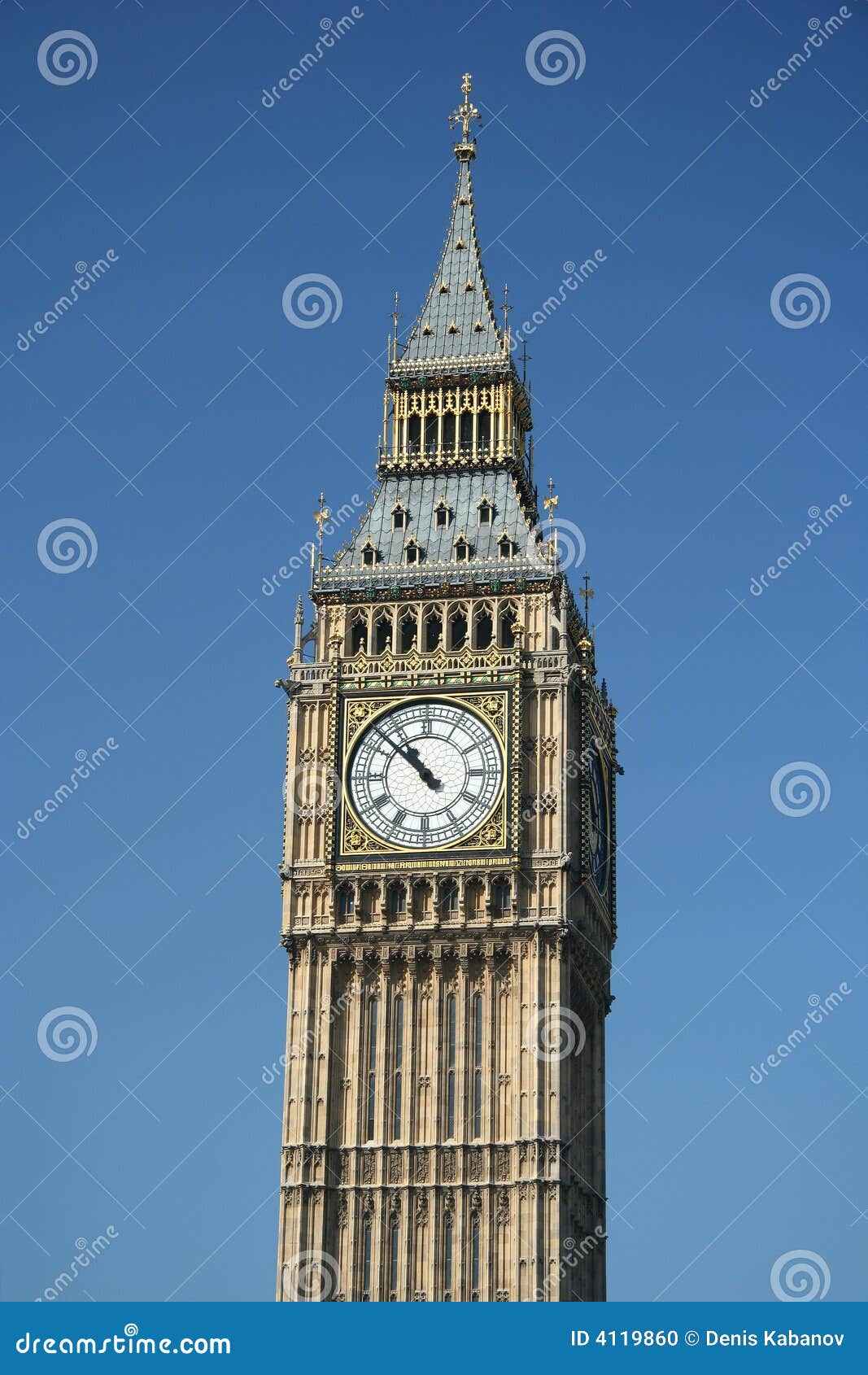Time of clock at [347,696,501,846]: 10:52
